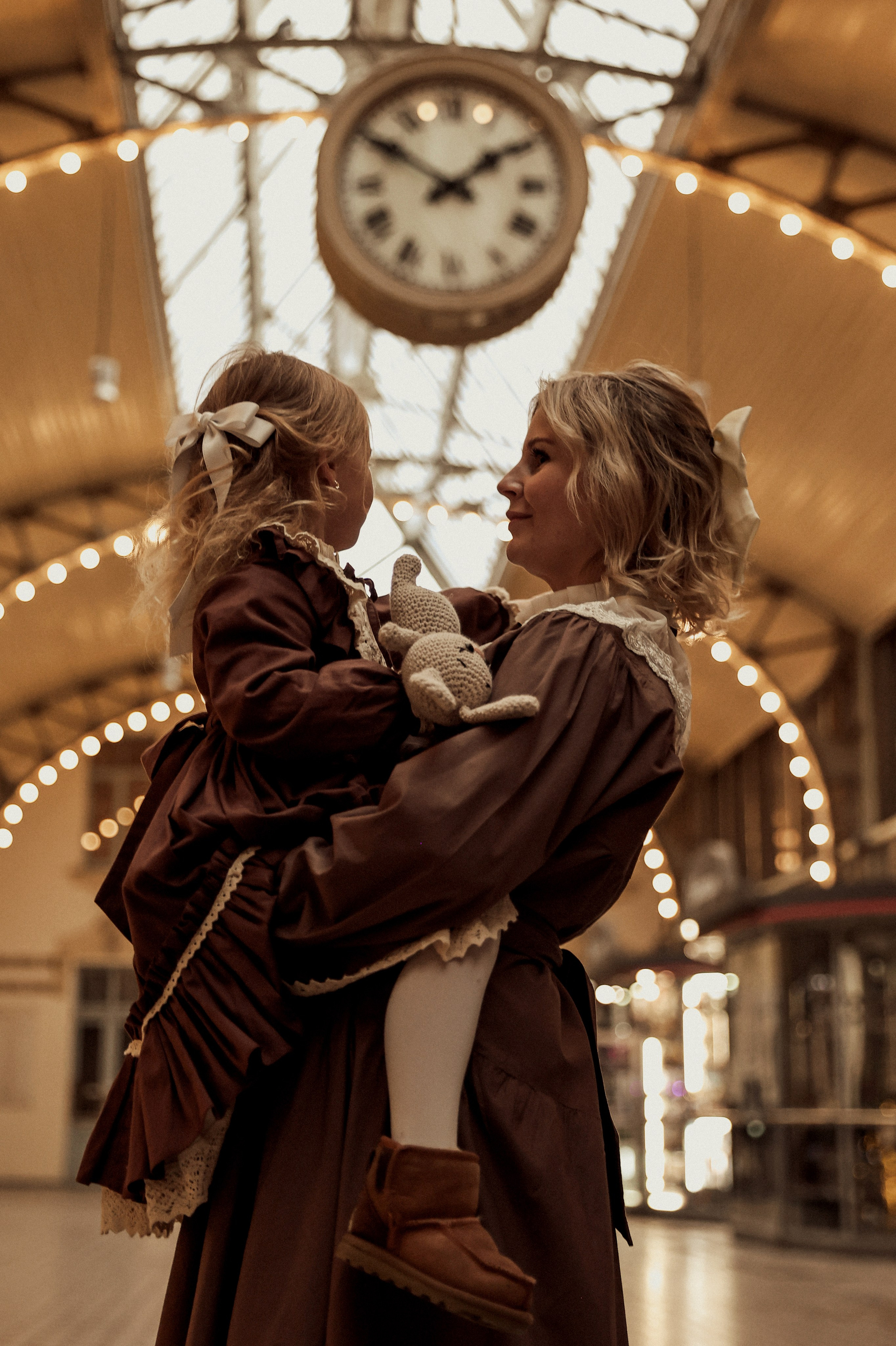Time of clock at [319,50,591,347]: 1:50
